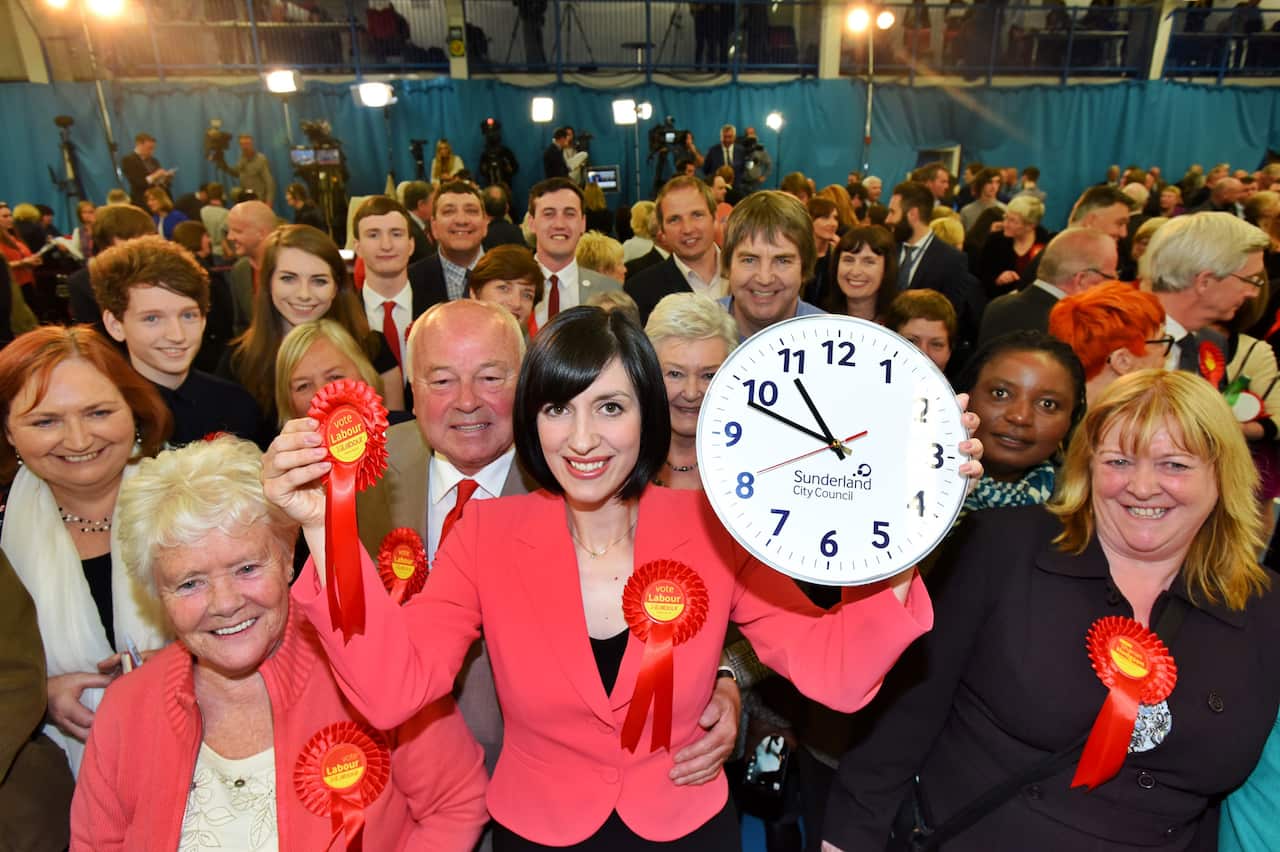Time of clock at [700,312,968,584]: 10:48
